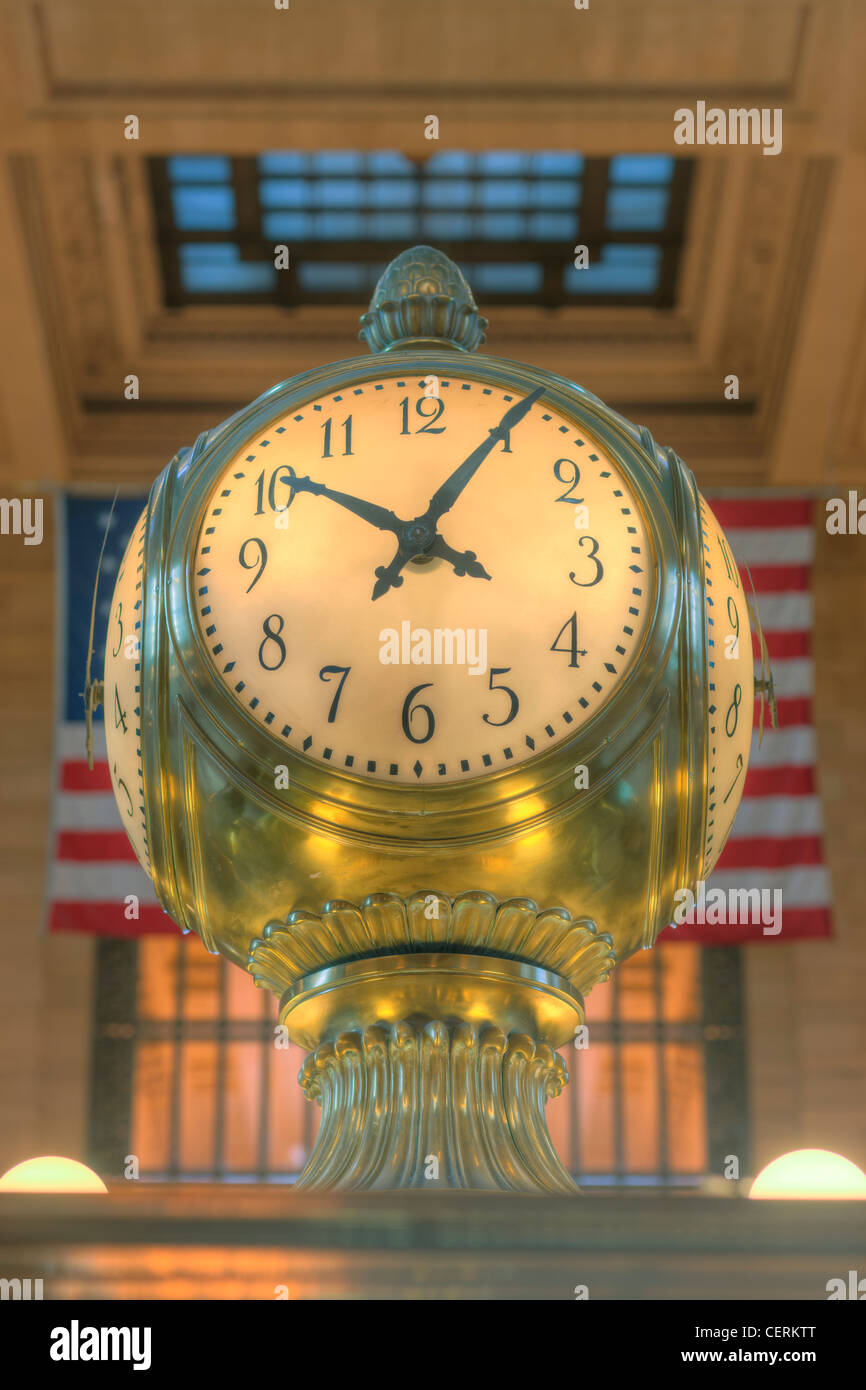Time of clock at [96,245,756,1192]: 10:05
